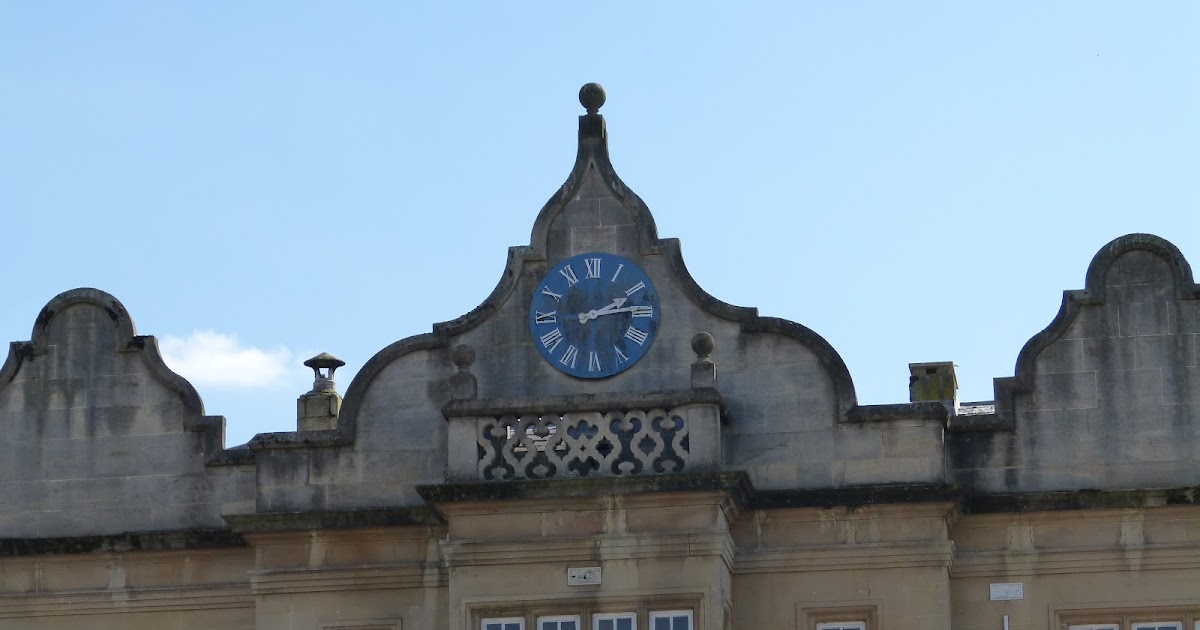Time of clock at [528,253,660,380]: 2:14
